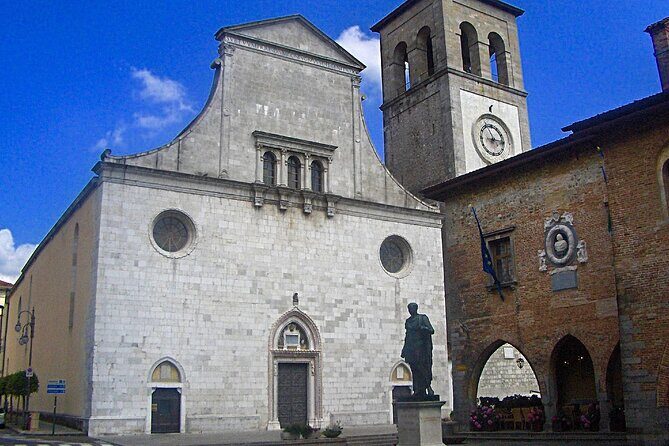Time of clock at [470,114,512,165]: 2:56
